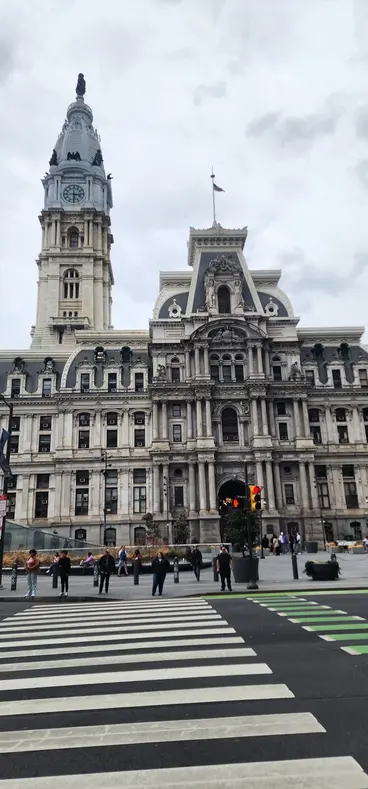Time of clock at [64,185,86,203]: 3:30
